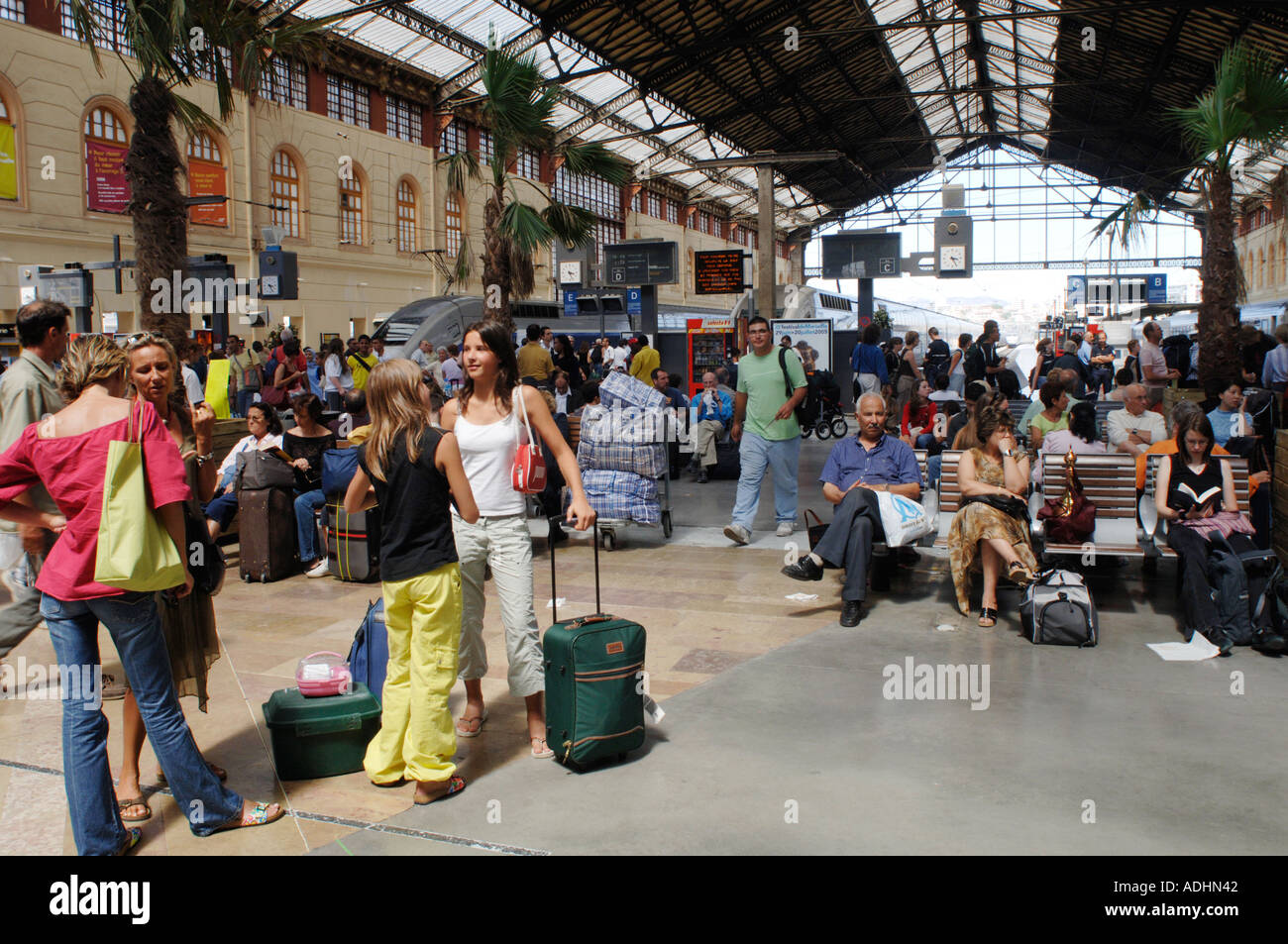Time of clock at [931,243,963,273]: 3:25
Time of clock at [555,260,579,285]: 3:26
